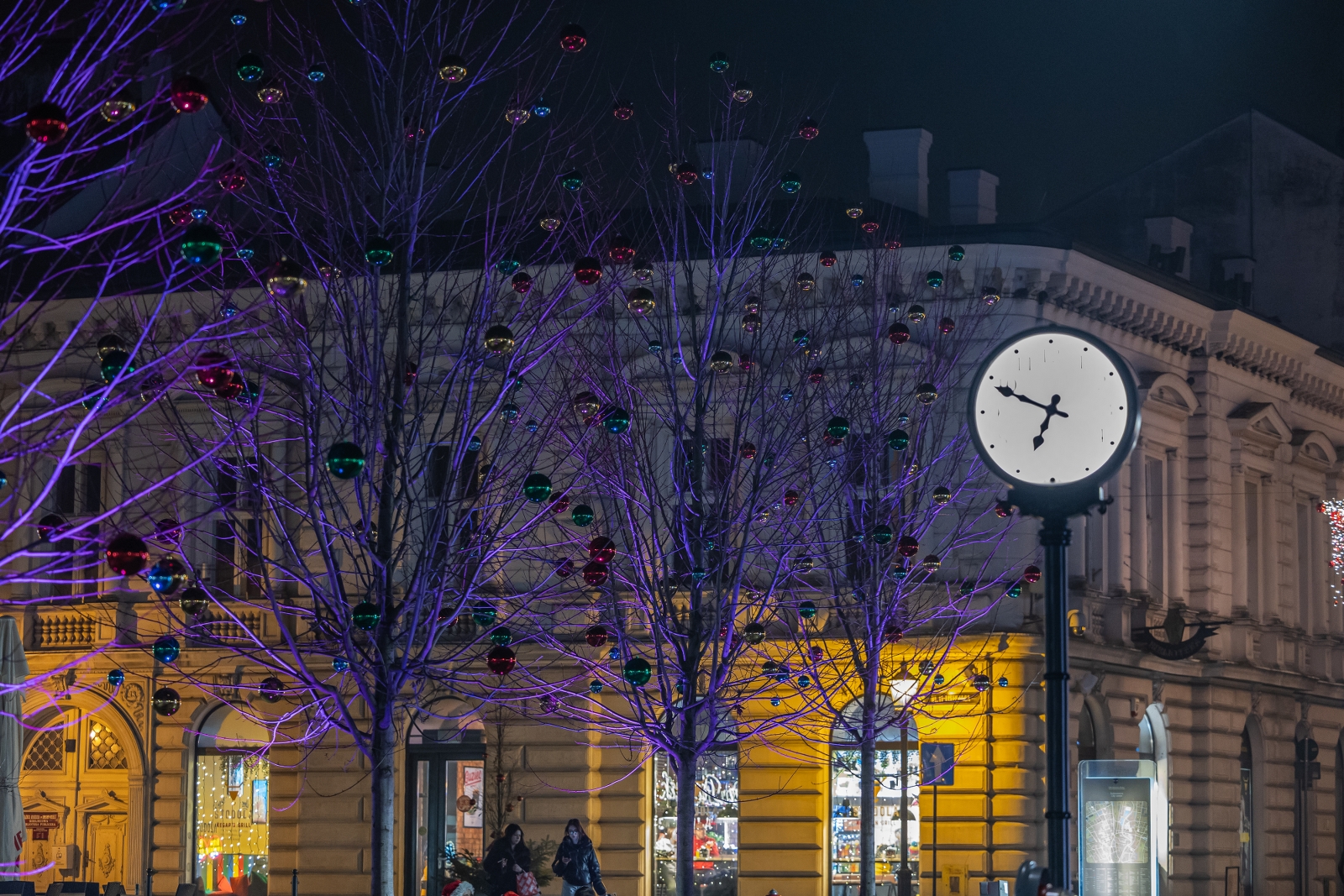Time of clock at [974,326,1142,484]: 6:49
